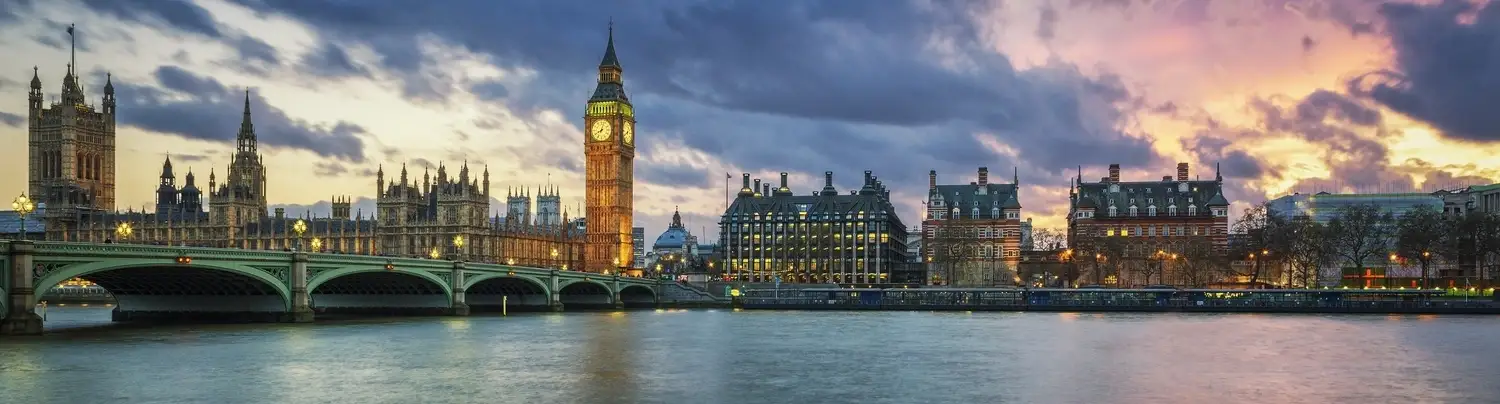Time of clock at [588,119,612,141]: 8:03
